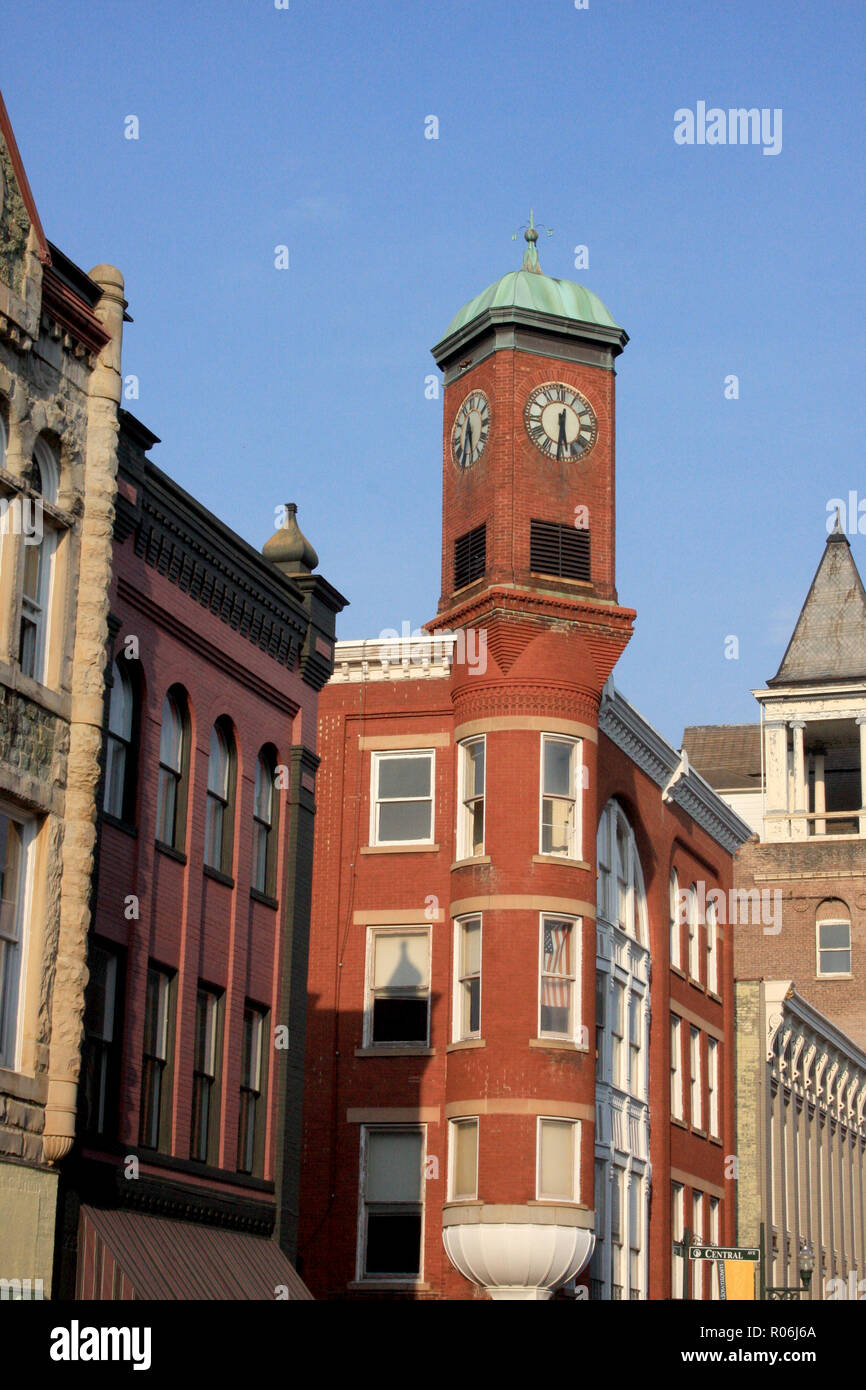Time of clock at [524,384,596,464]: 5:31
